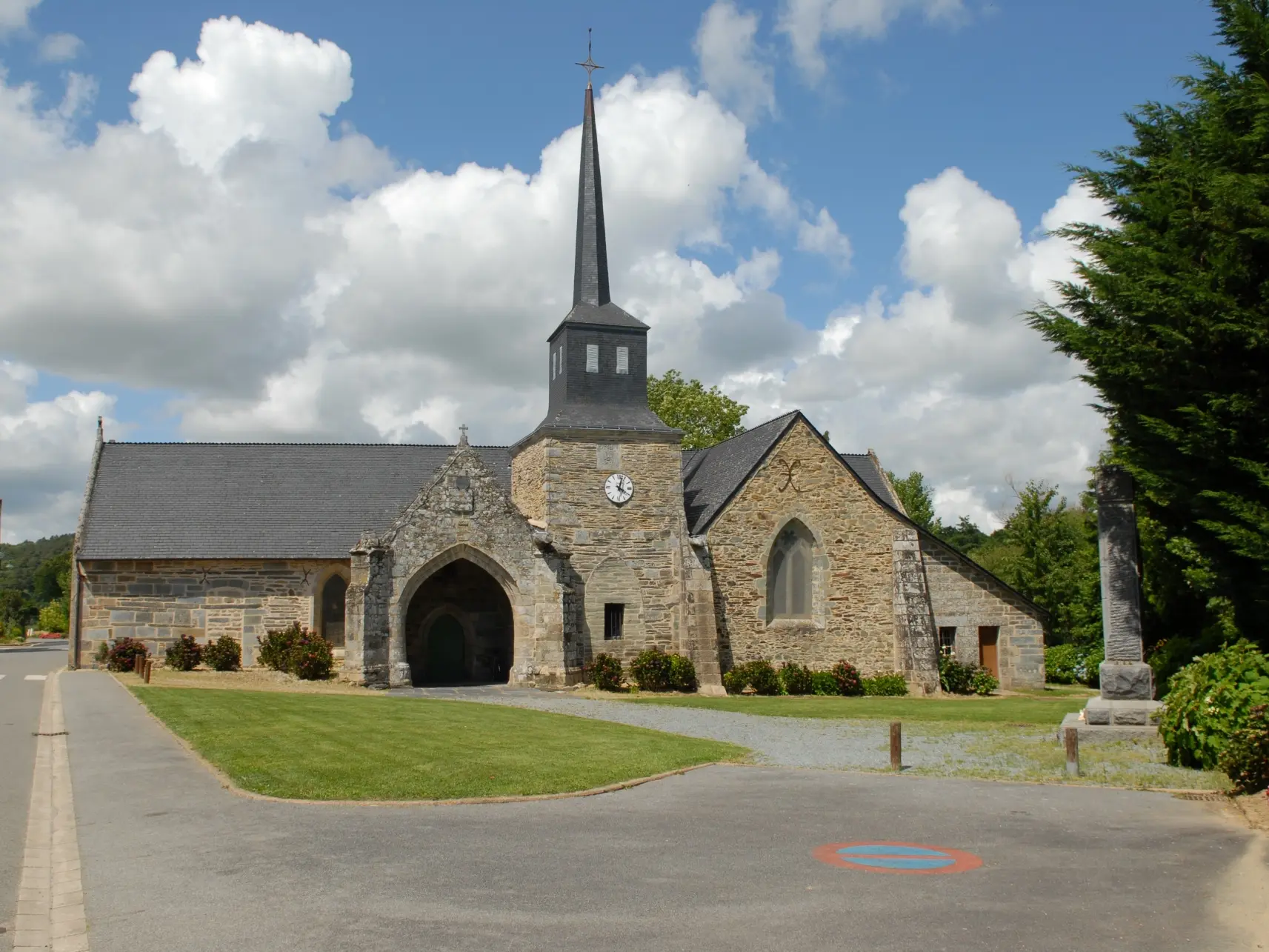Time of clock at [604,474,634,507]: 4:02
